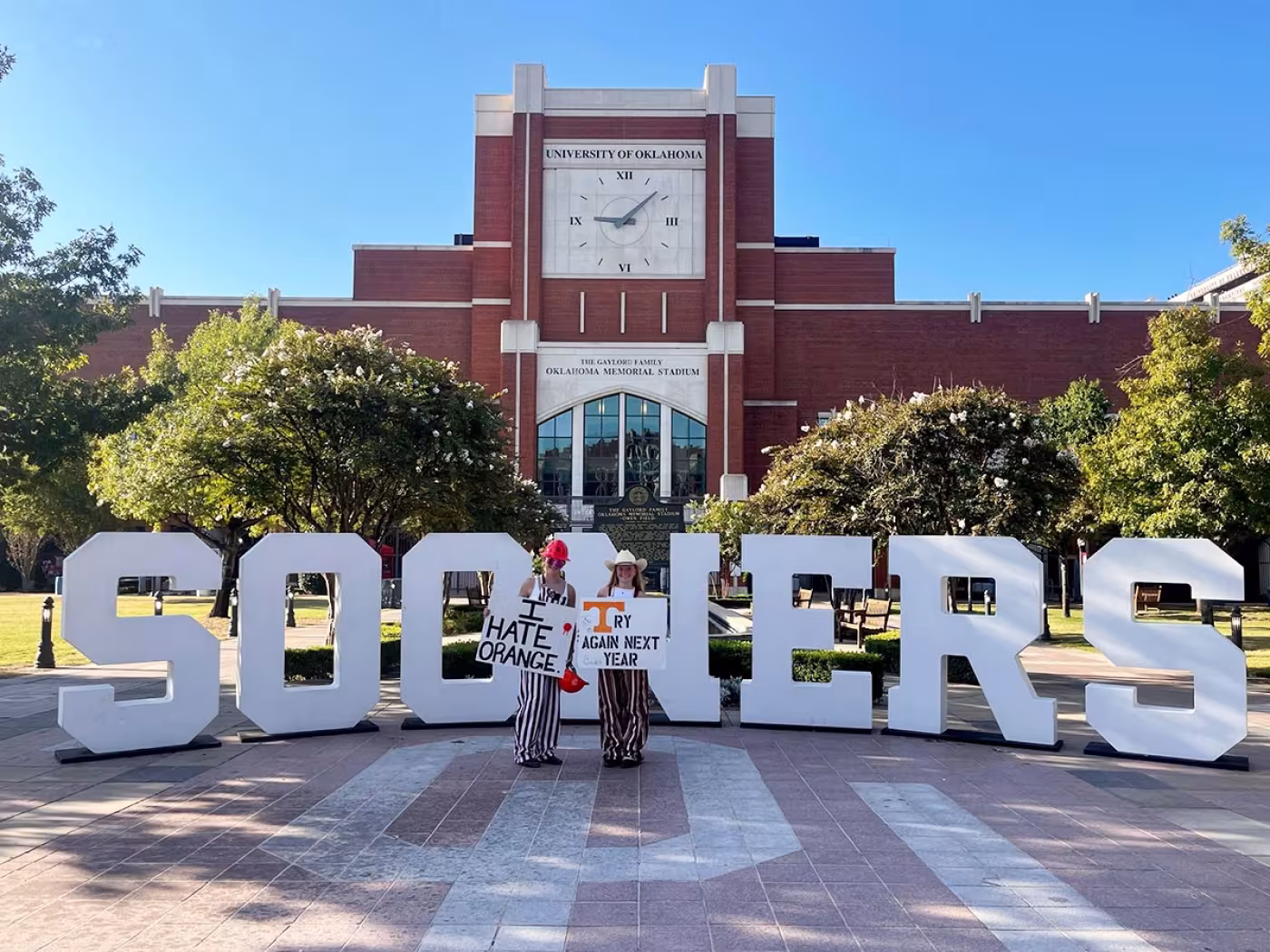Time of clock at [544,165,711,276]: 9:08
